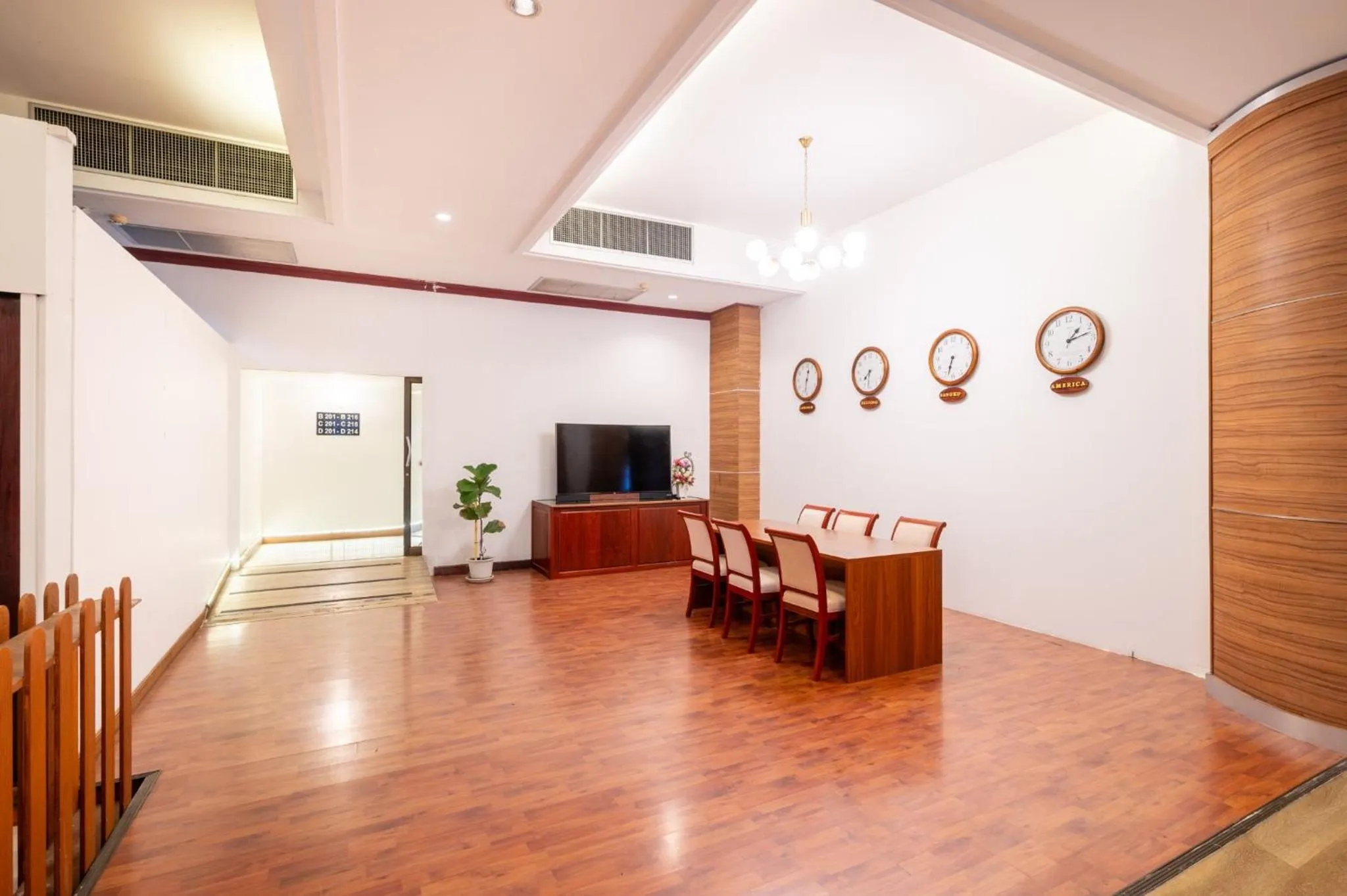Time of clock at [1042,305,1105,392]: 1:12
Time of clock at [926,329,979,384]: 6:32
